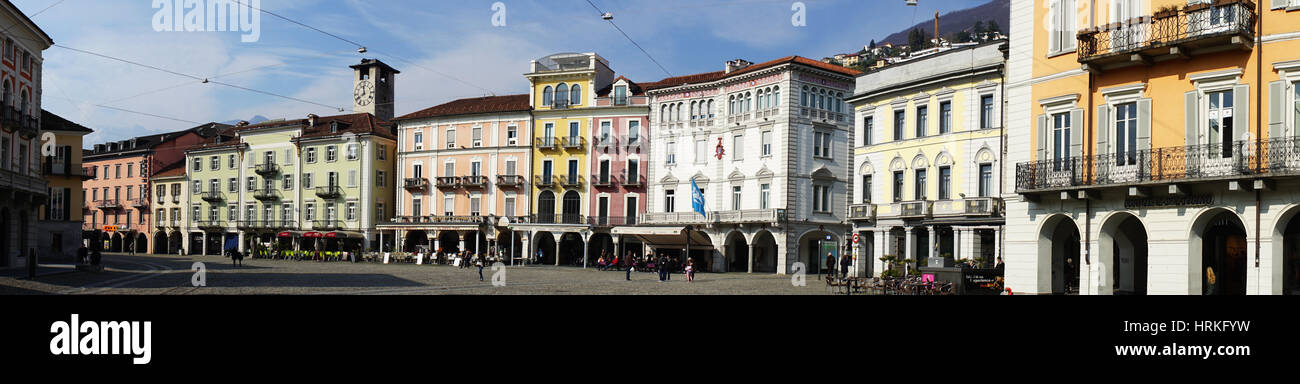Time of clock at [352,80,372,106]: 11:40
